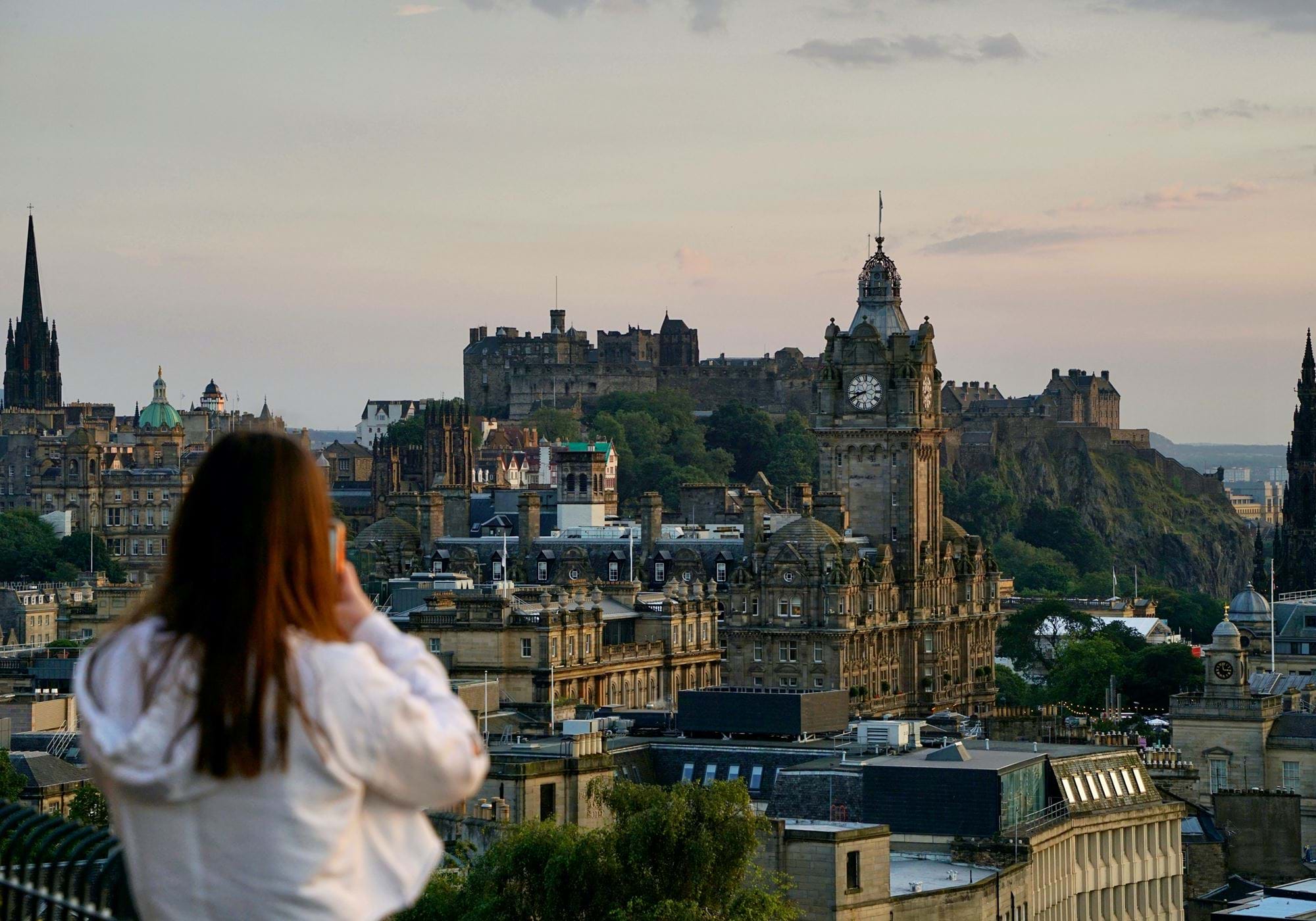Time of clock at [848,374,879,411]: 8:40
